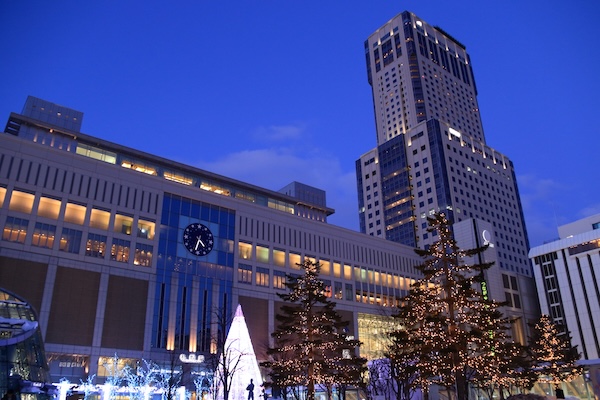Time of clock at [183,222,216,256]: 4:33
